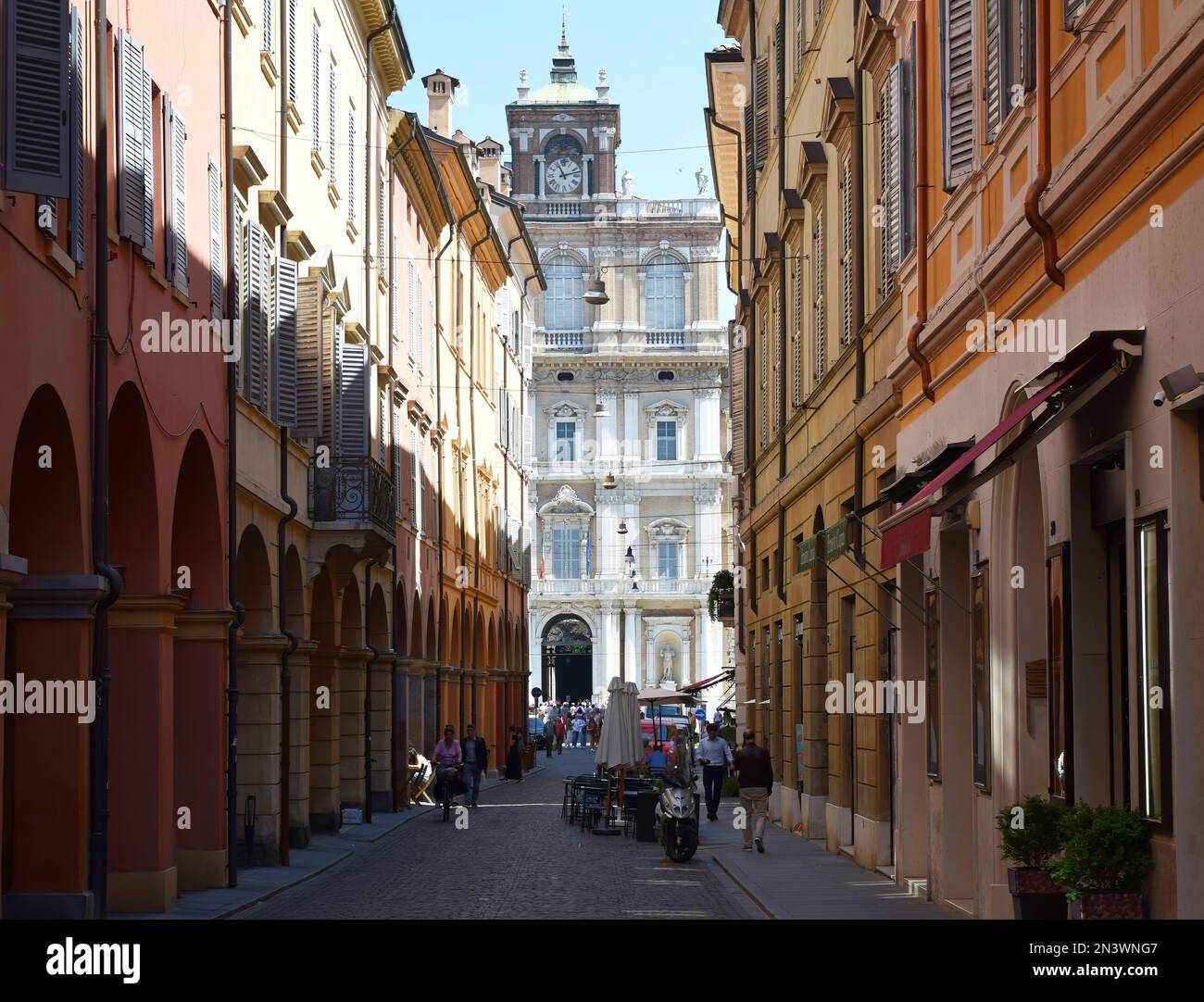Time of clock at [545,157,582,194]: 11:12
